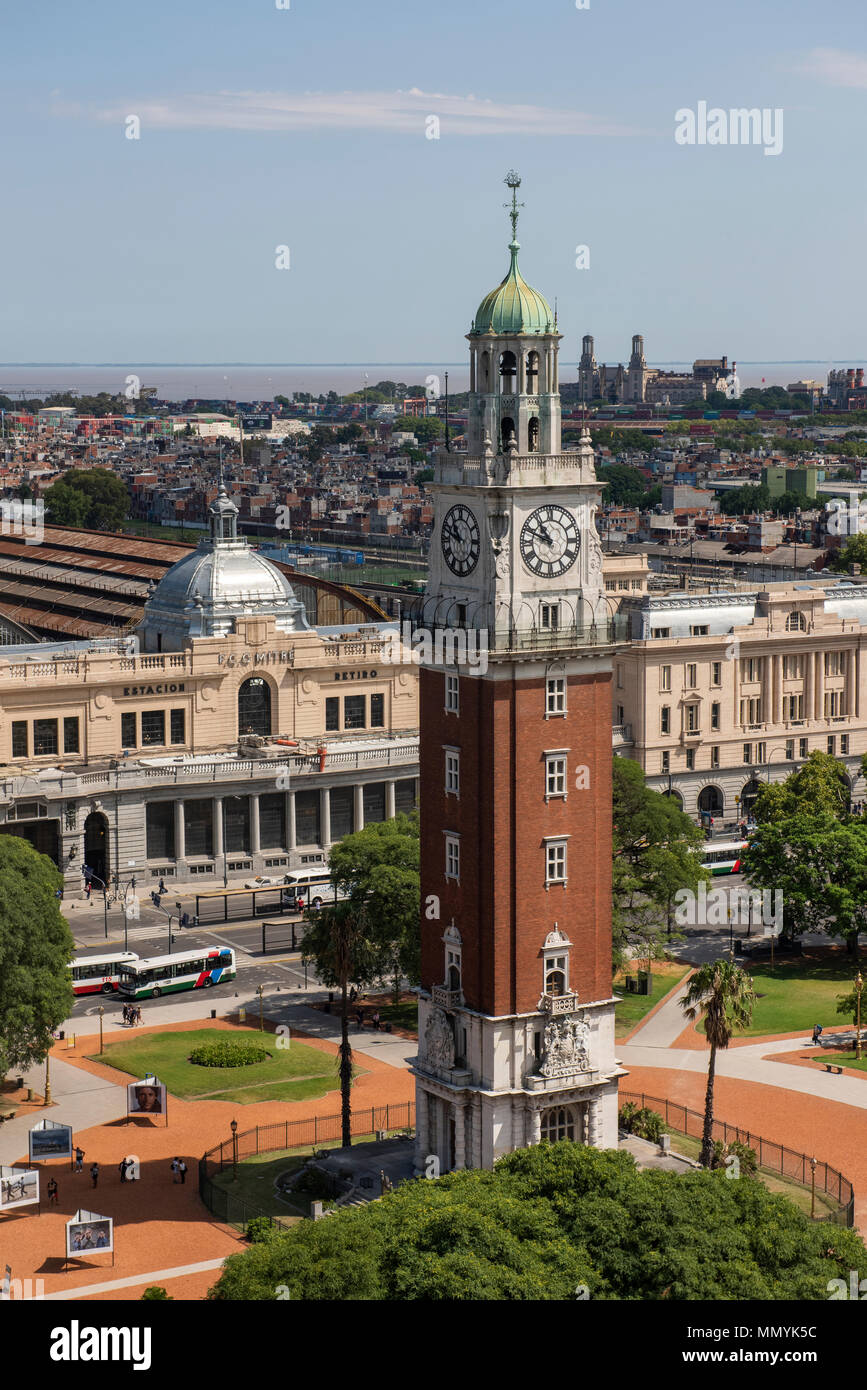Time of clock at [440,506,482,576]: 10:48
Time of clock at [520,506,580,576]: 10:48
